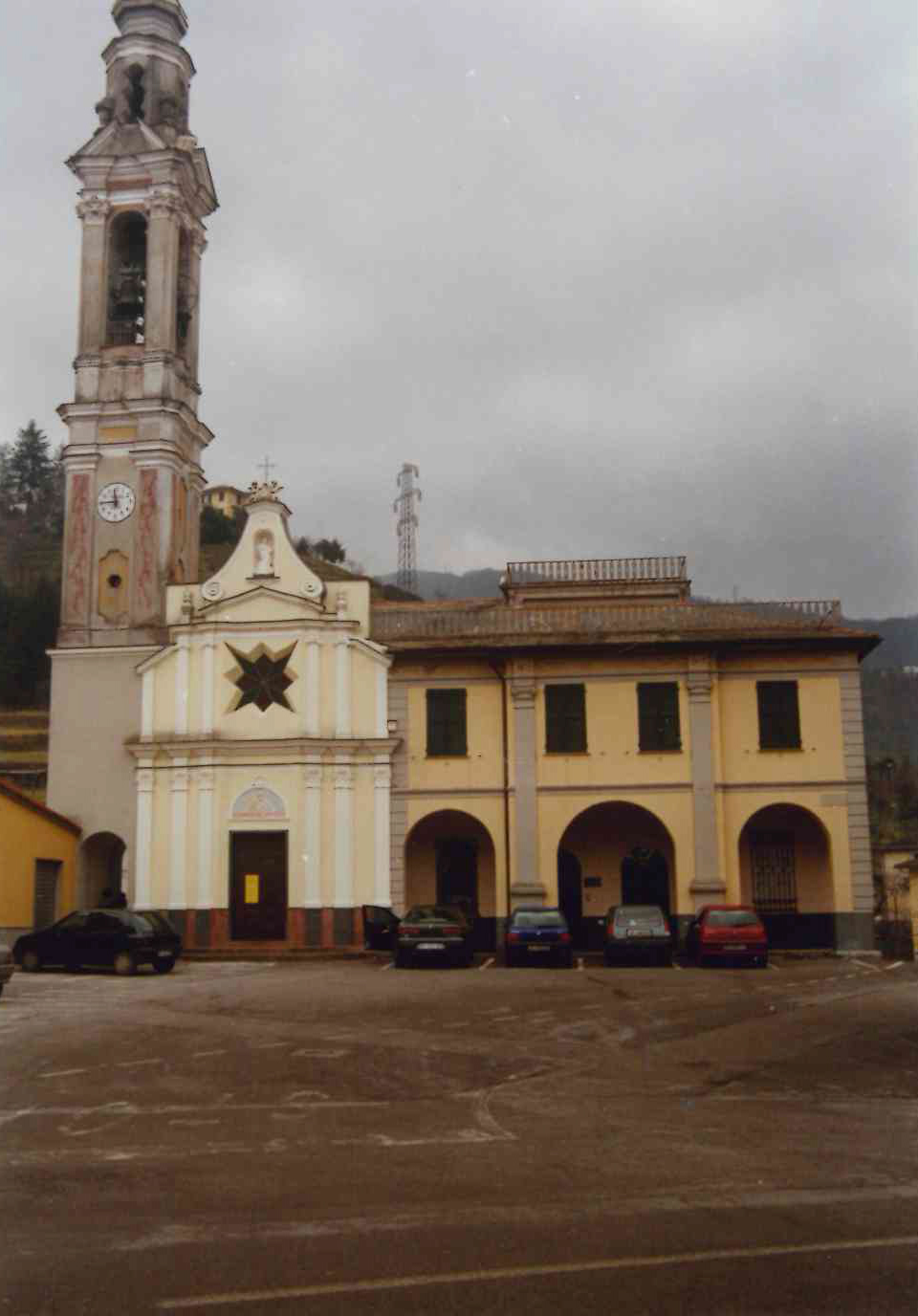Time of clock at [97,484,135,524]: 11:44
